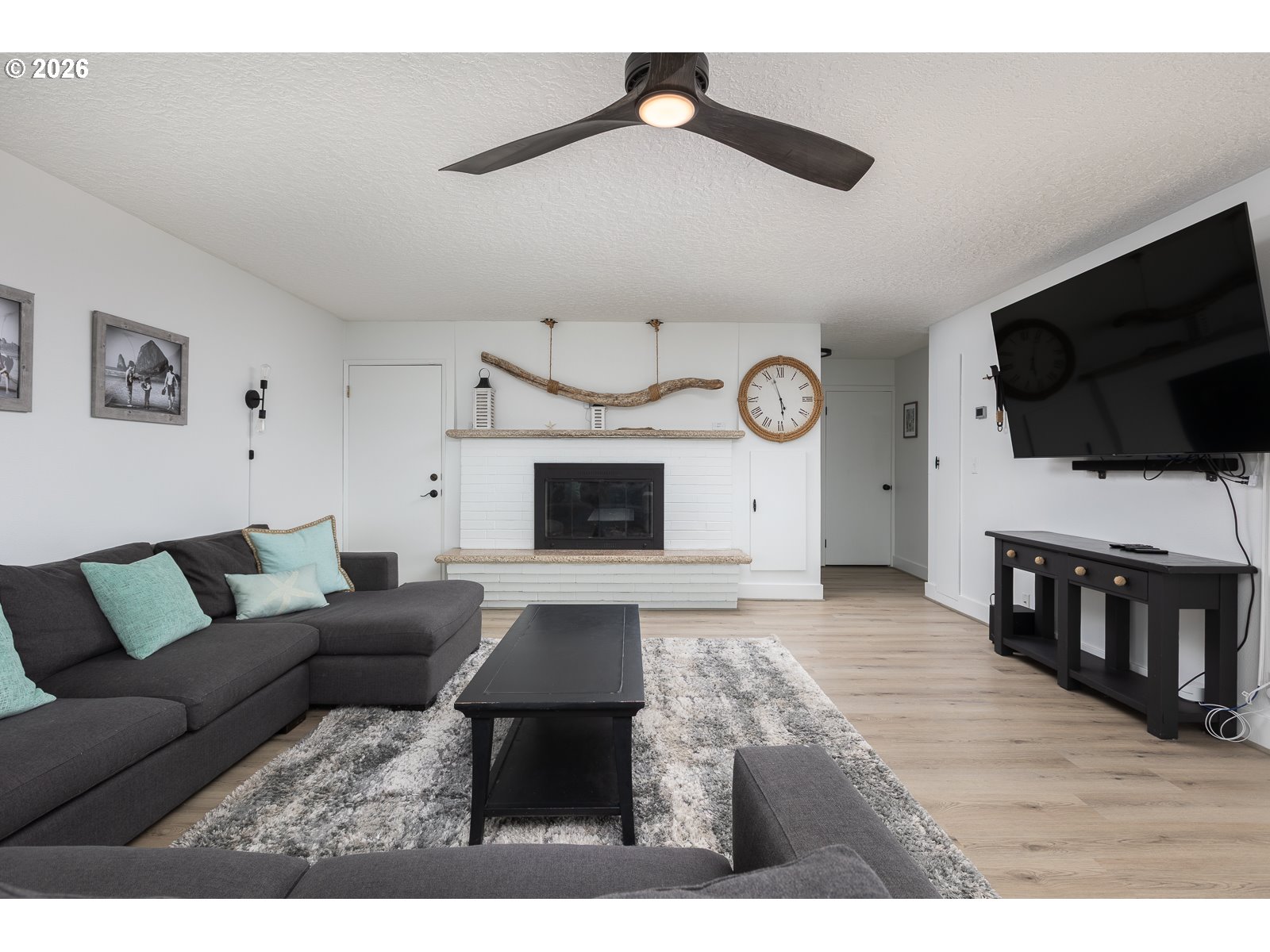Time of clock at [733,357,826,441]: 5:56
